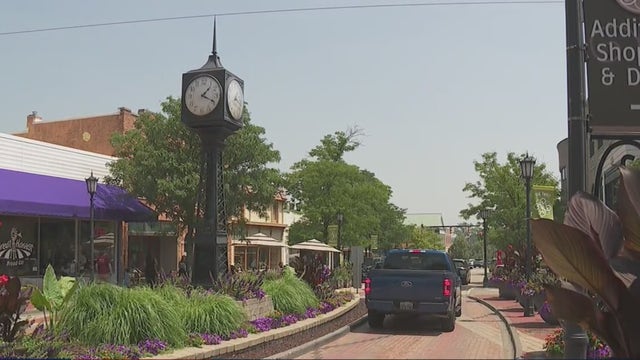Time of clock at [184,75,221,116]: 1:18
